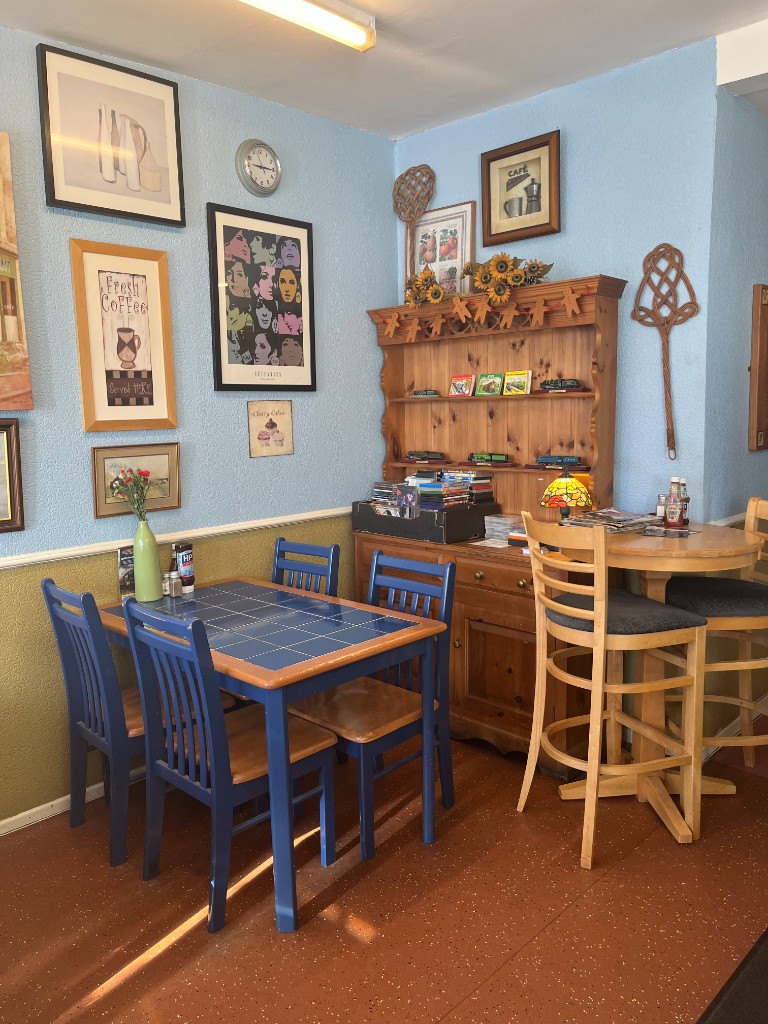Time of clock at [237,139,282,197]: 9:15
